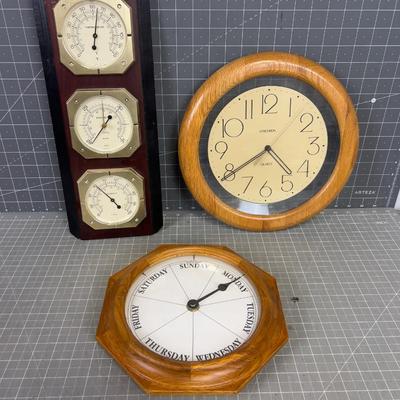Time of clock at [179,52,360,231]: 4:39
